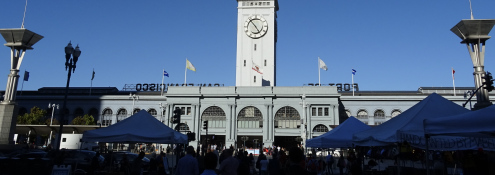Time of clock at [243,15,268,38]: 4:53
